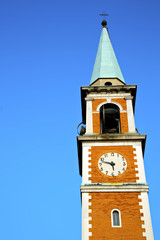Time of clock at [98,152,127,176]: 5:47
